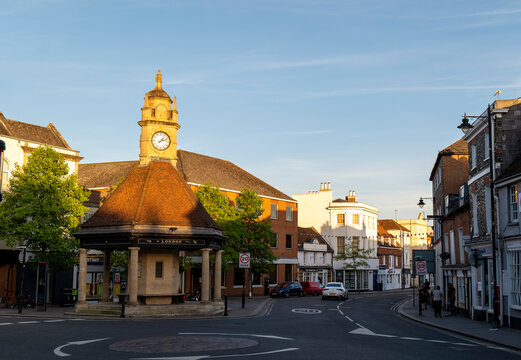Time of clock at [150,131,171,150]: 1:11
